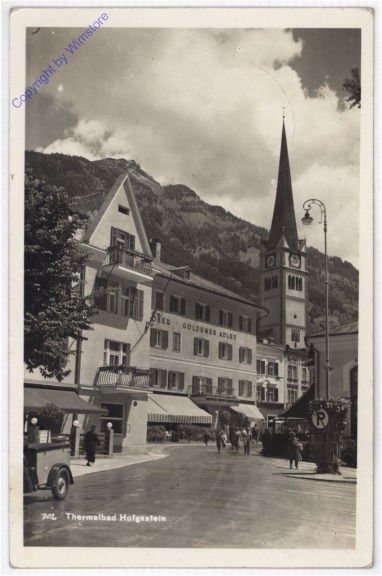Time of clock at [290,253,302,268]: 10:12
